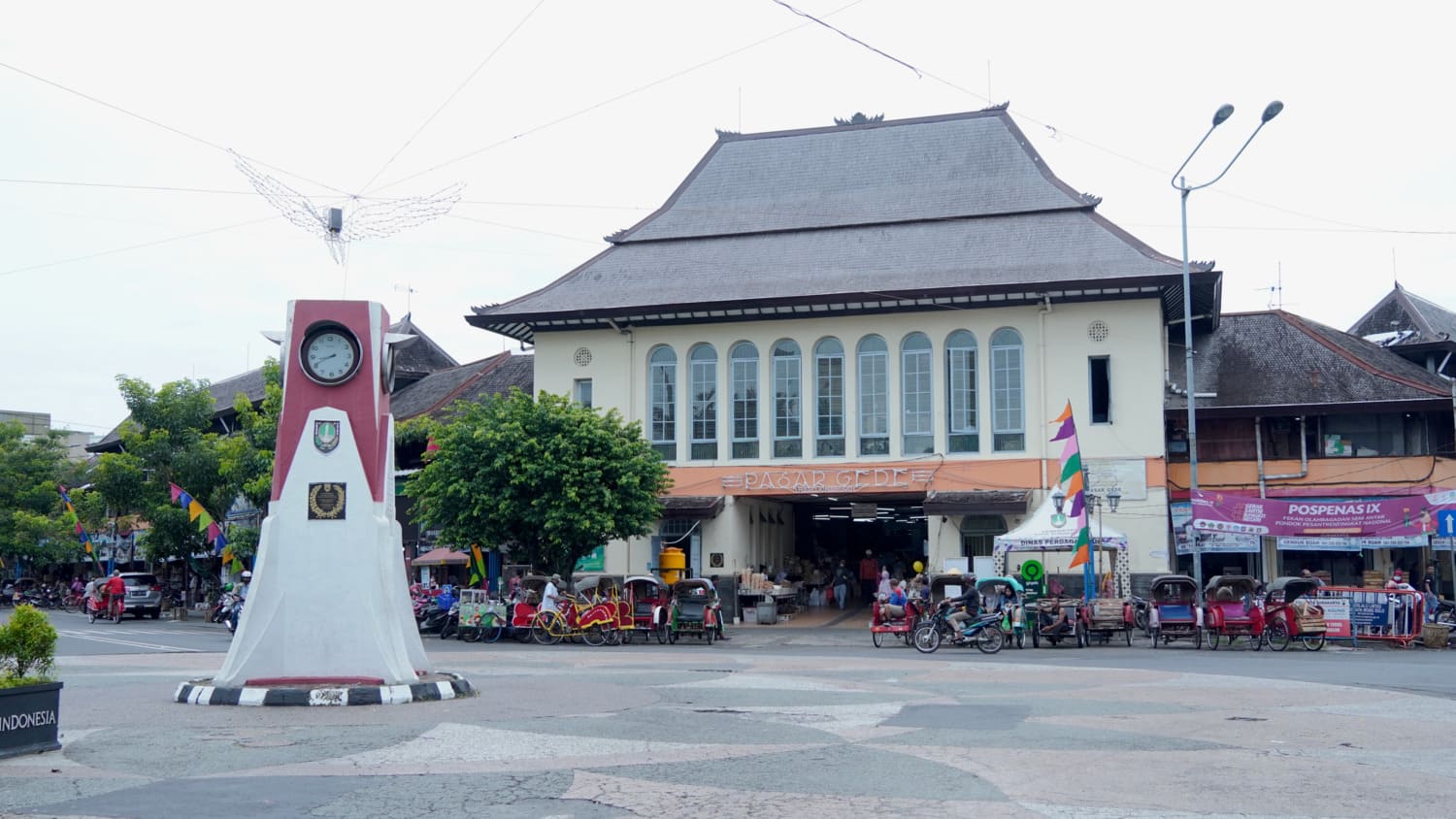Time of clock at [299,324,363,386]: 8:41
